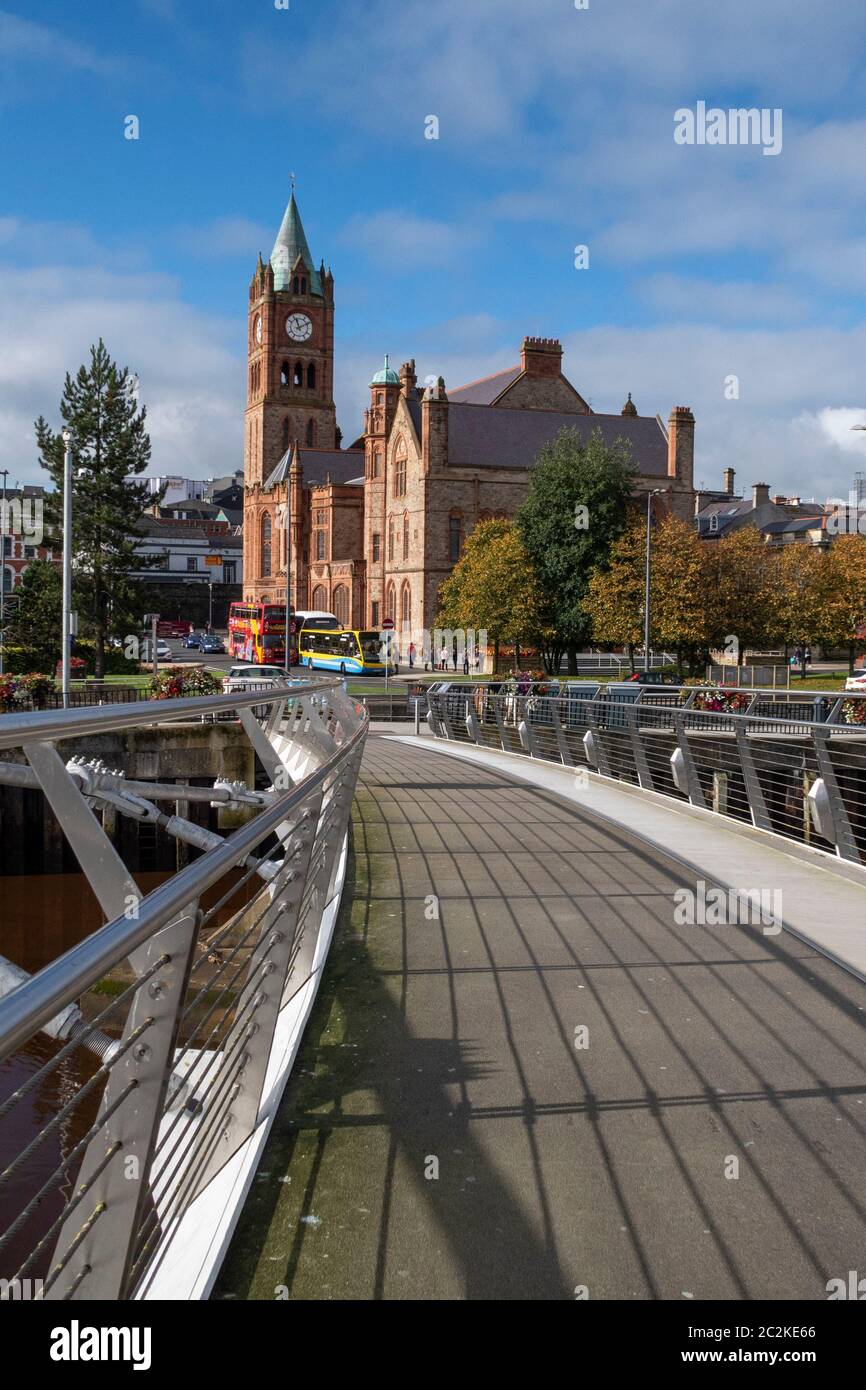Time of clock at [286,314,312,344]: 11:10
